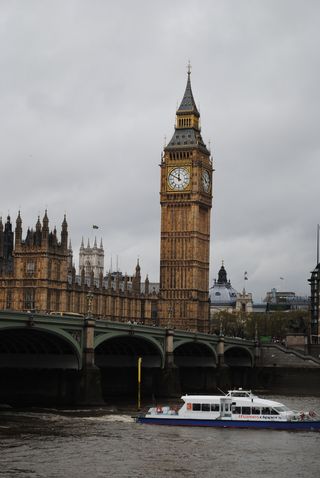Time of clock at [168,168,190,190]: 11:49
